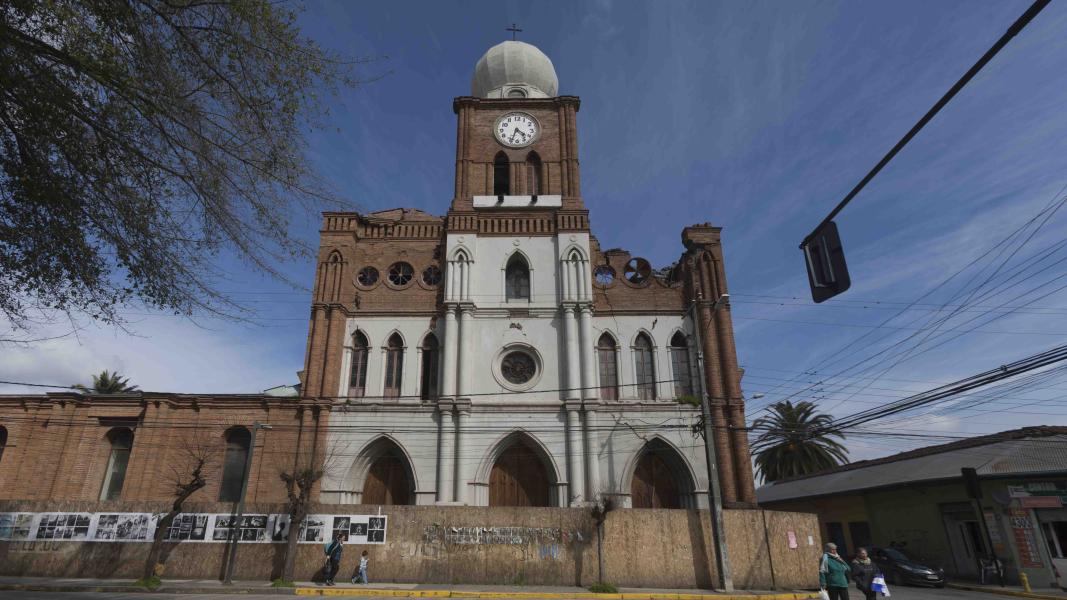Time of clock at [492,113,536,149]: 4:33
